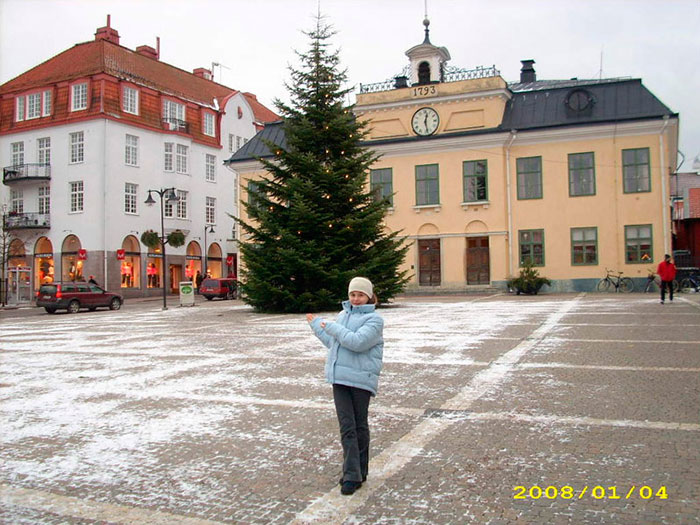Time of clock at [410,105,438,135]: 12:27
